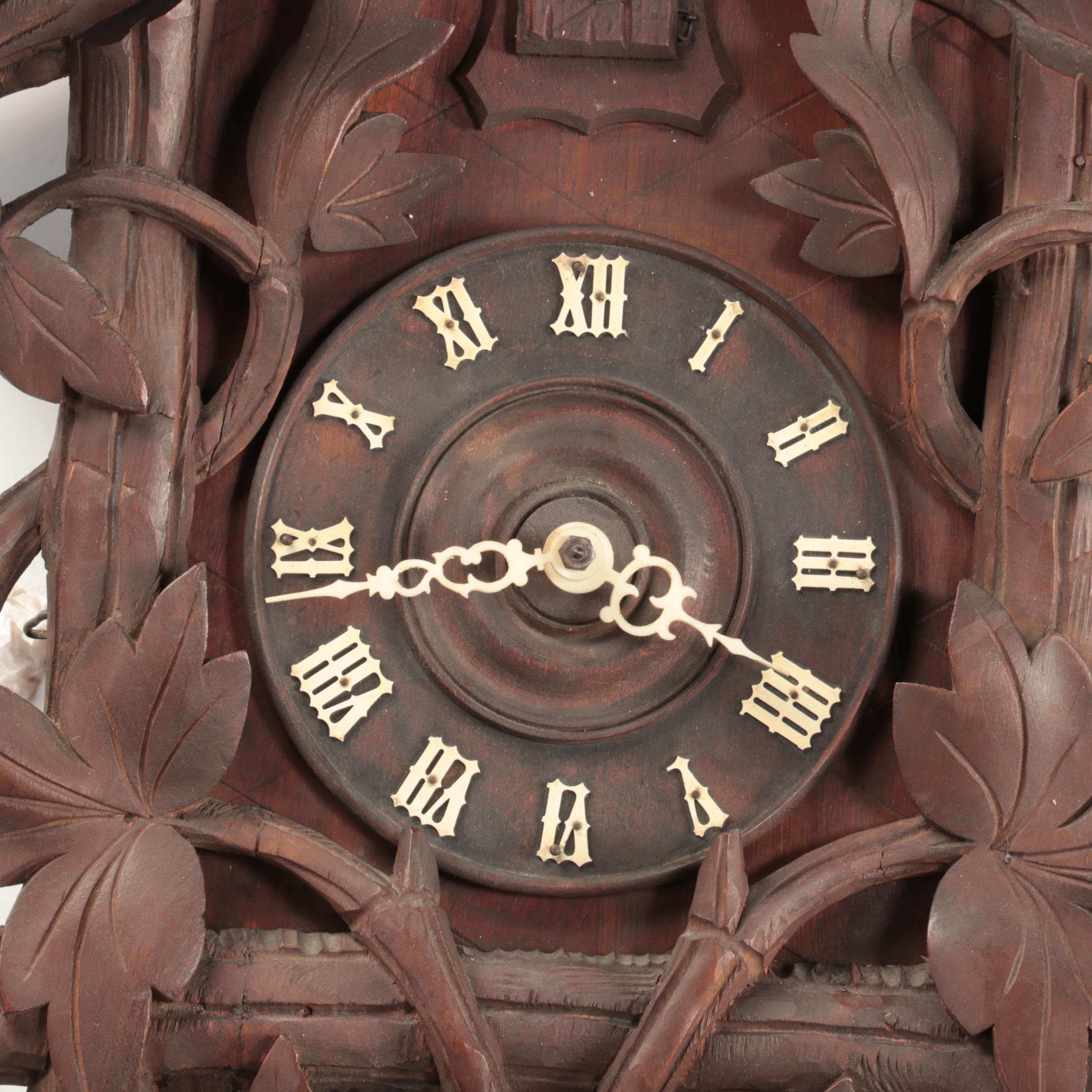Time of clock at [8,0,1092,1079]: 3:43
